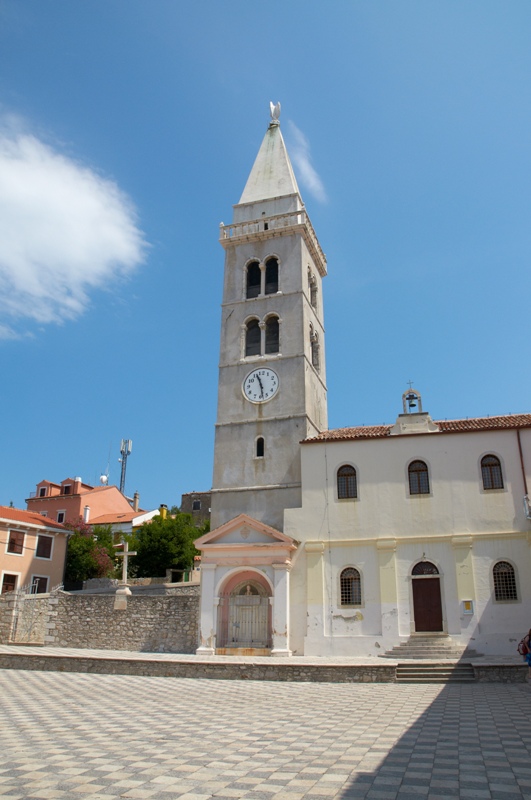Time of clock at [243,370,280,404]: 11:28
